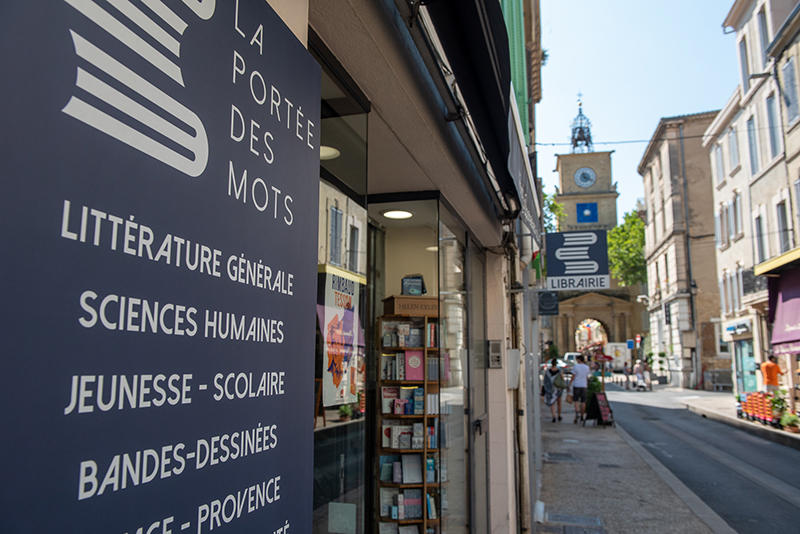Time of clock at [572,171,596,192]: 11:18
